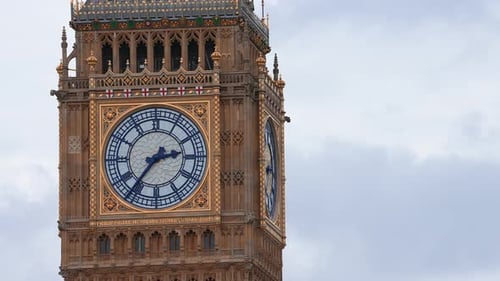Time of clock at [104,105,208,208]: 2:36
